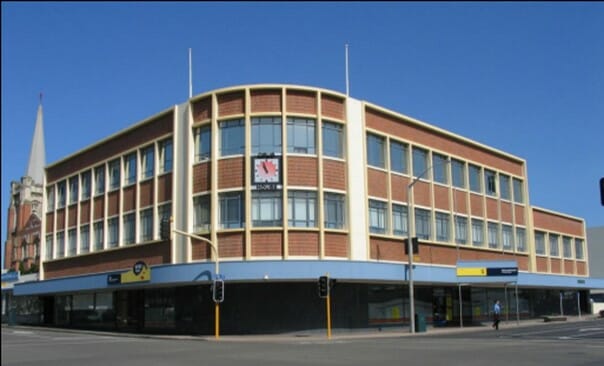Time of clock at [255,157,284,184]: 10:56
